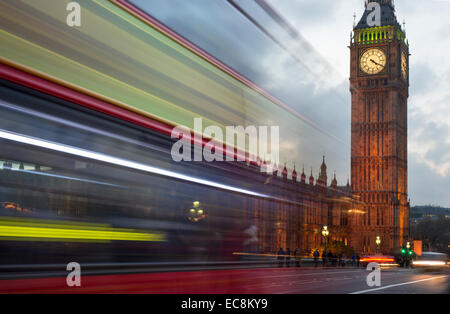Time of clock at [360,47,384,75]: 4:19
